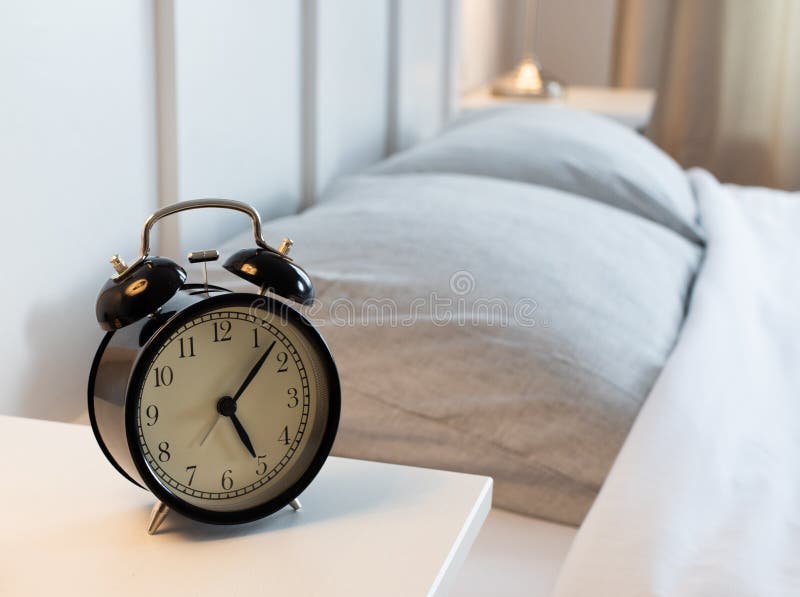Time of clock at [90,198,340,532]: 5:07
